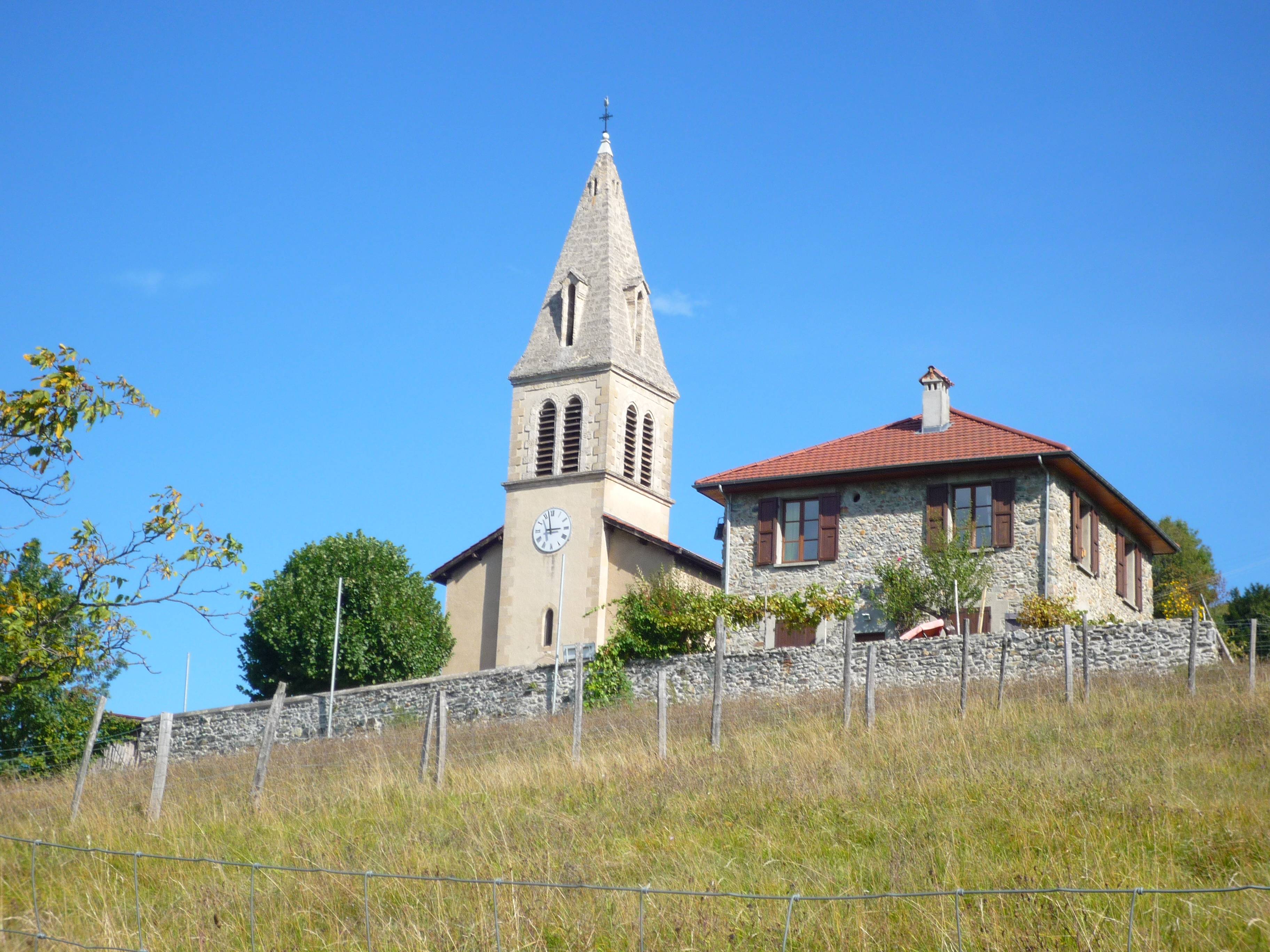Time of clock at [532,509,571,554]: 2:57
